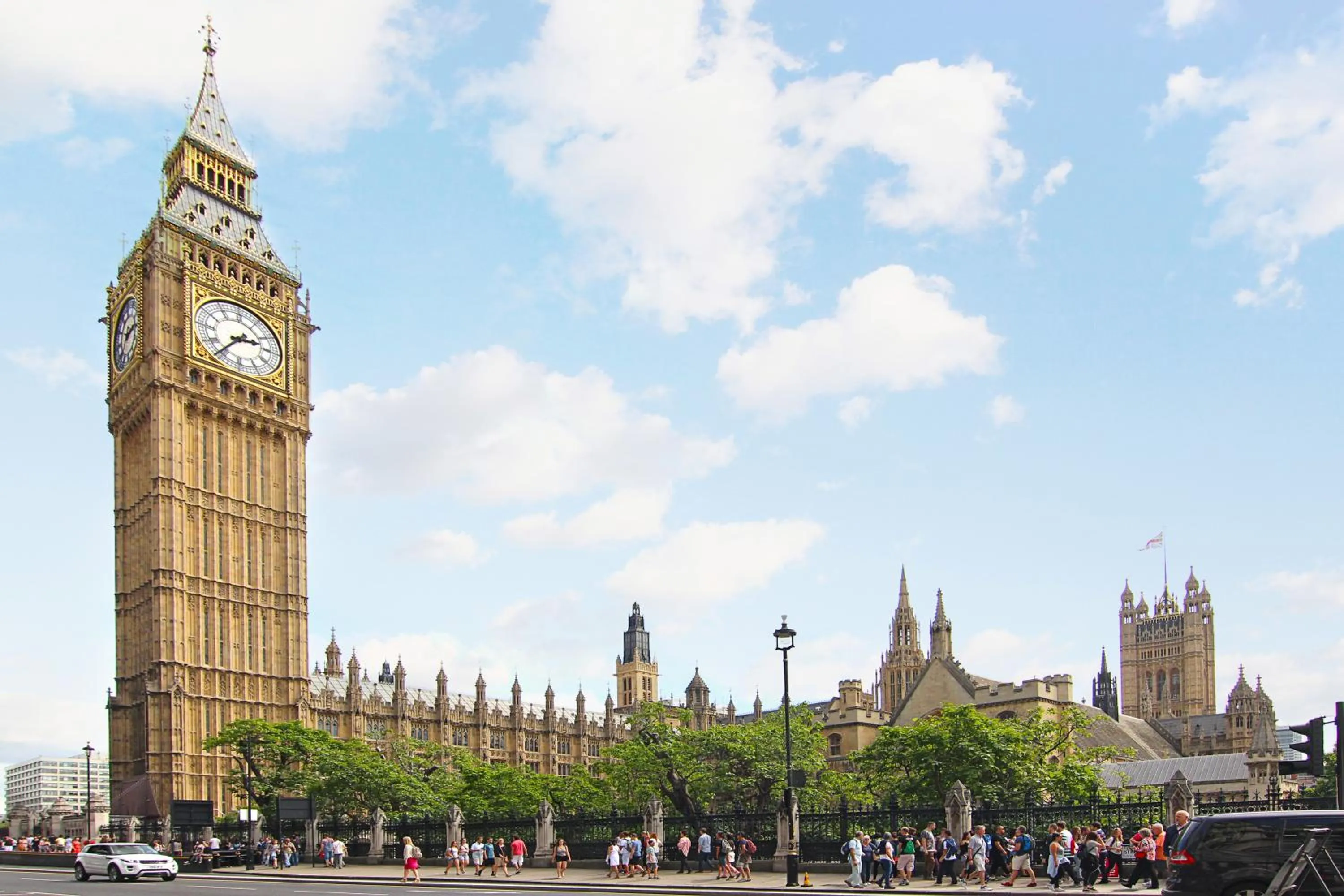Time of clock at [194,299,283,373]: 2:36
